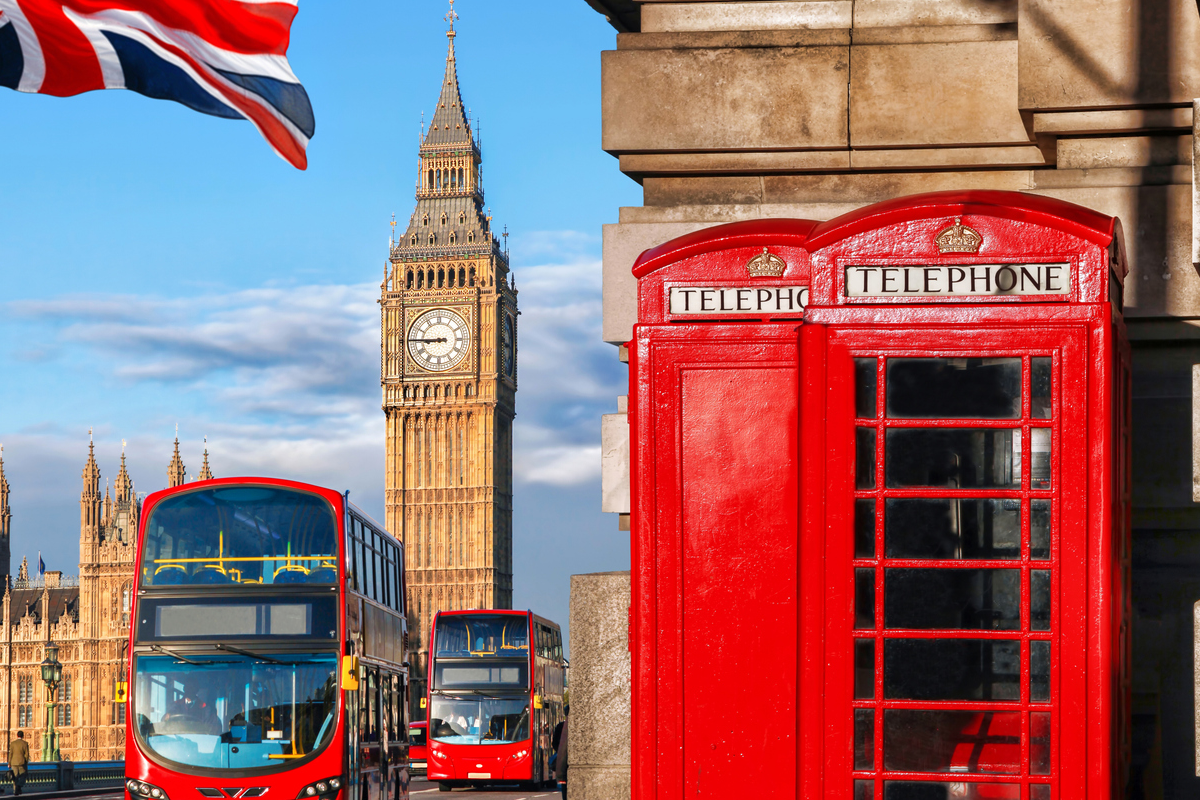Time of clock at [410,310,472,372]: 8:45
